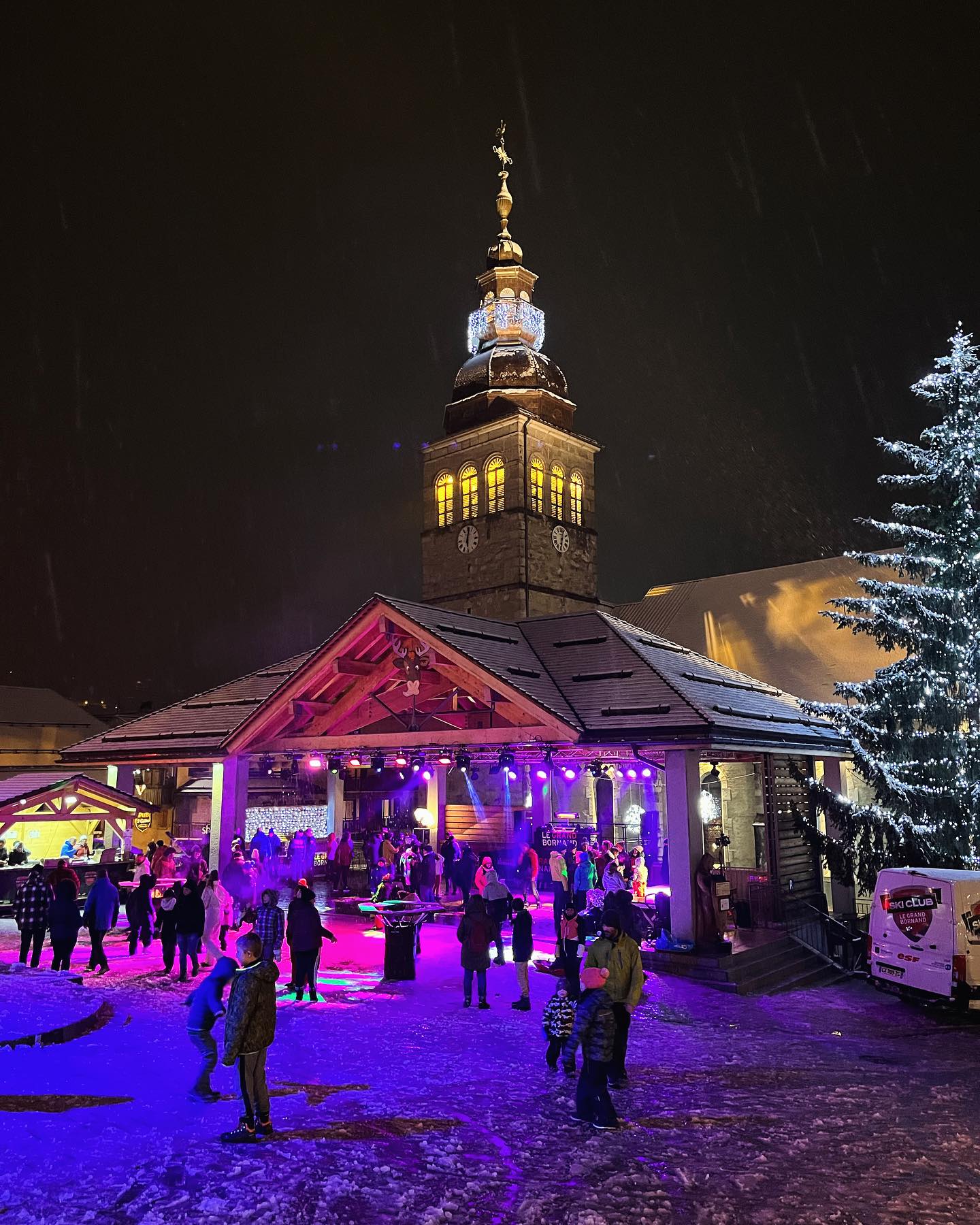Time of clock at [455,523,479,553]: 6:02
